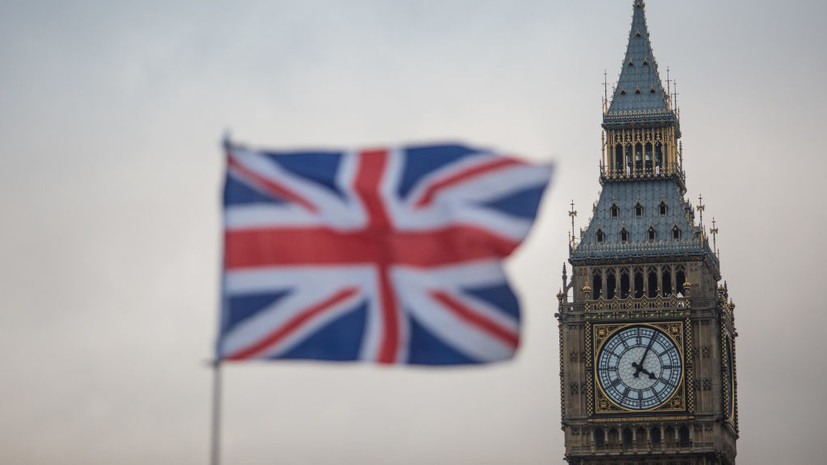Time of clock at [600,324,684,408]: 4:04
